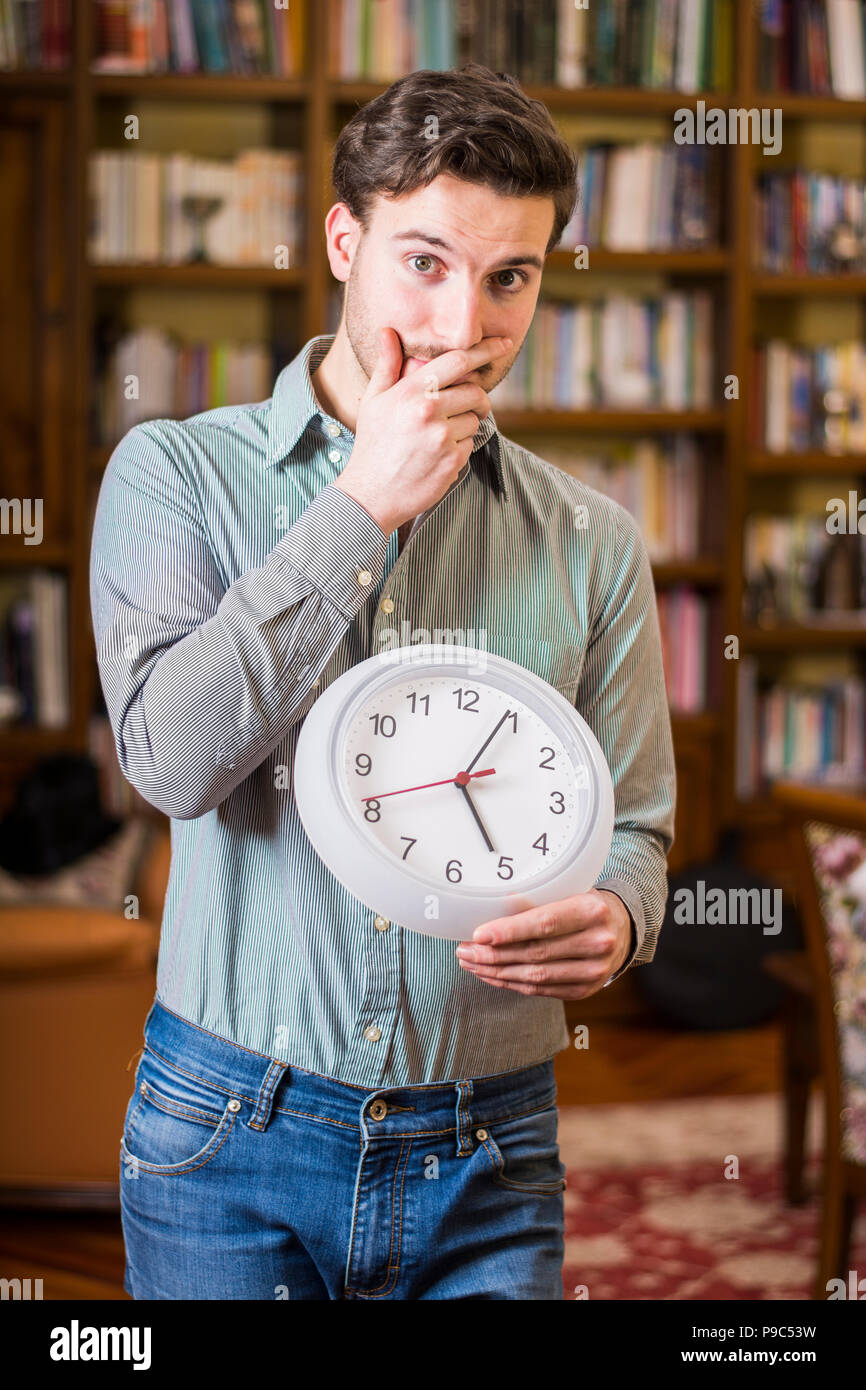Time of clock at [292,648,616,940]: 5:04
